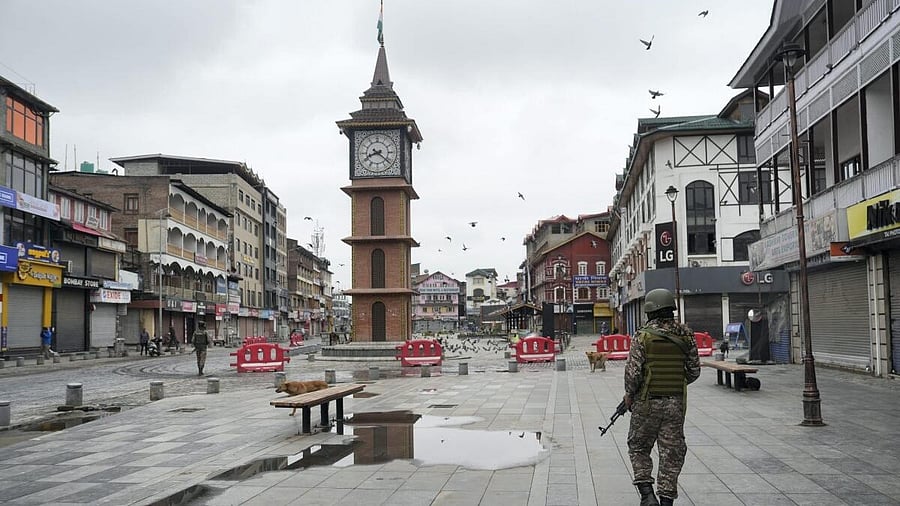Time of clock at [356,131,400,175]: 8:21
